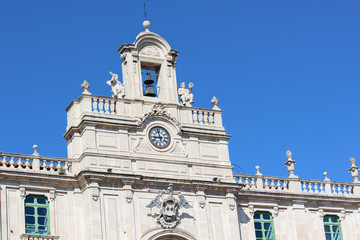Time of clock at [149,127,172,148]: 8:57
